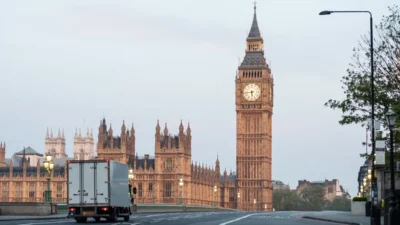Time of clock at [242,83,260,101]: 5:43
